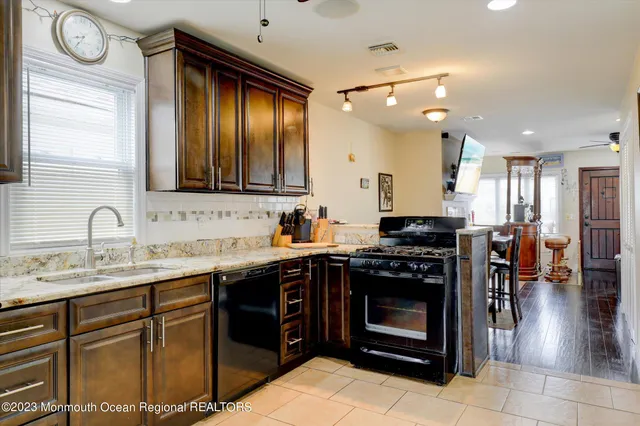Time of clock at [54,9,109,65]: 8:35
